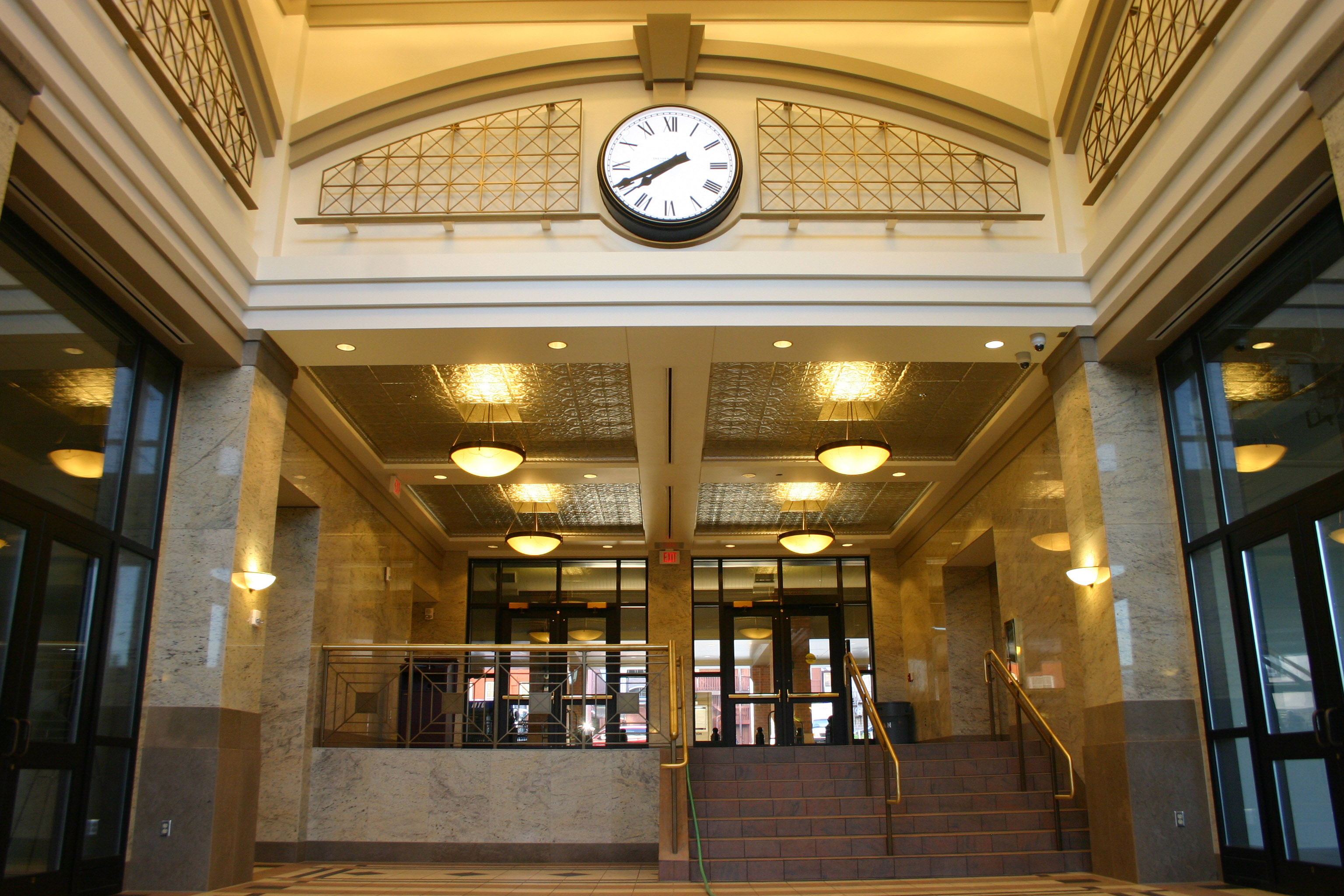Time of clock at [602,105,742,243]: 7:40
